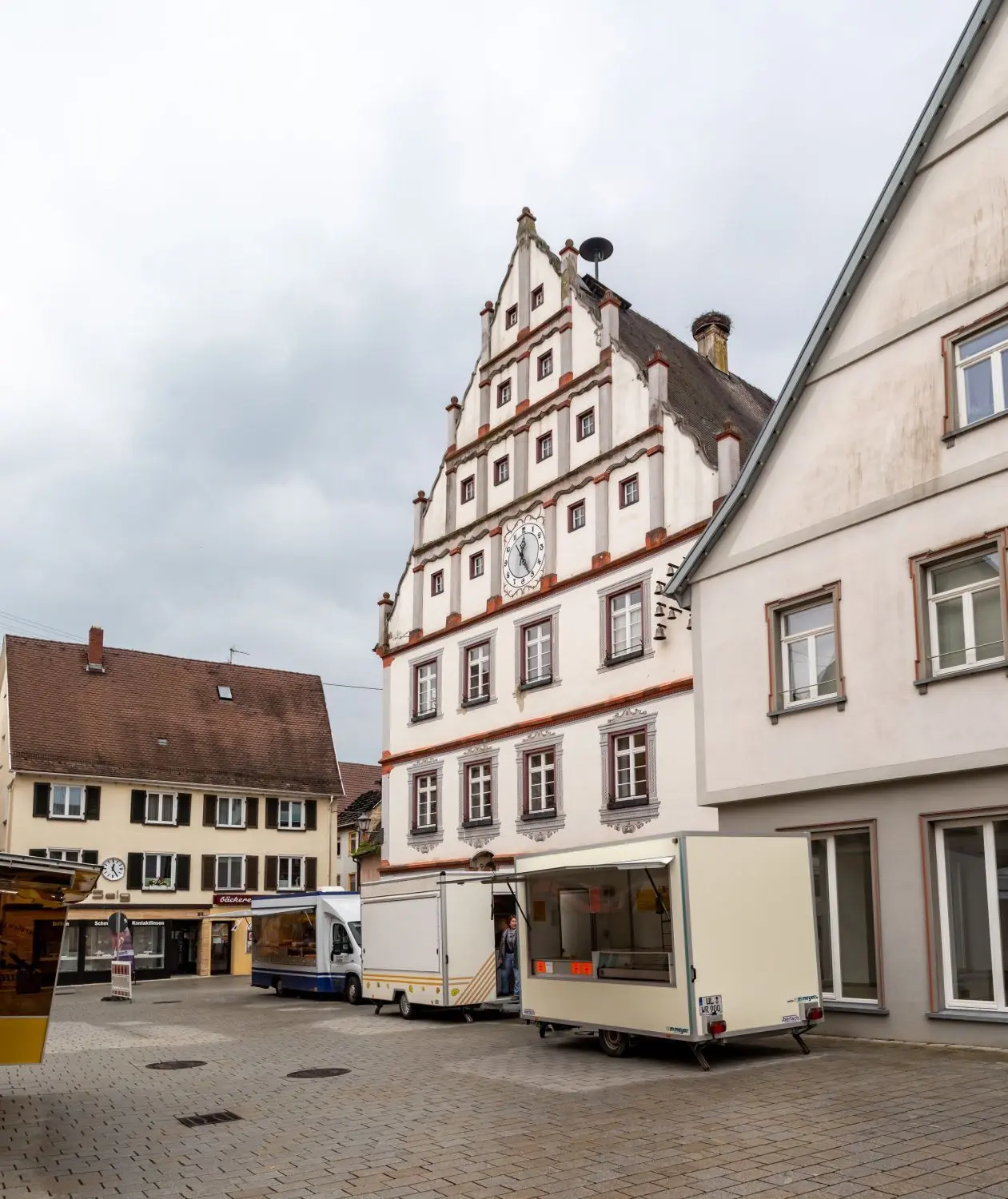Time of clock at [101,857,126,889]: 12:24
